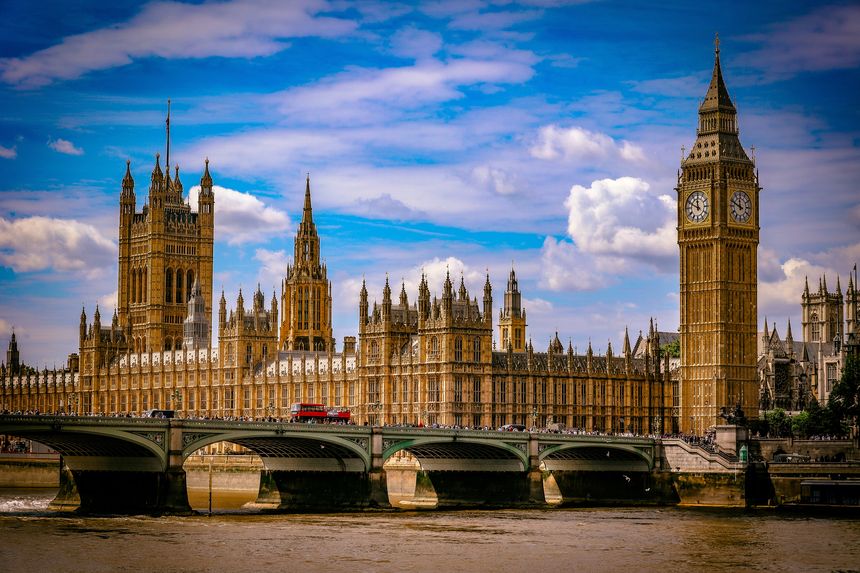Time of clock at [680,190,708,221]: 11:49
